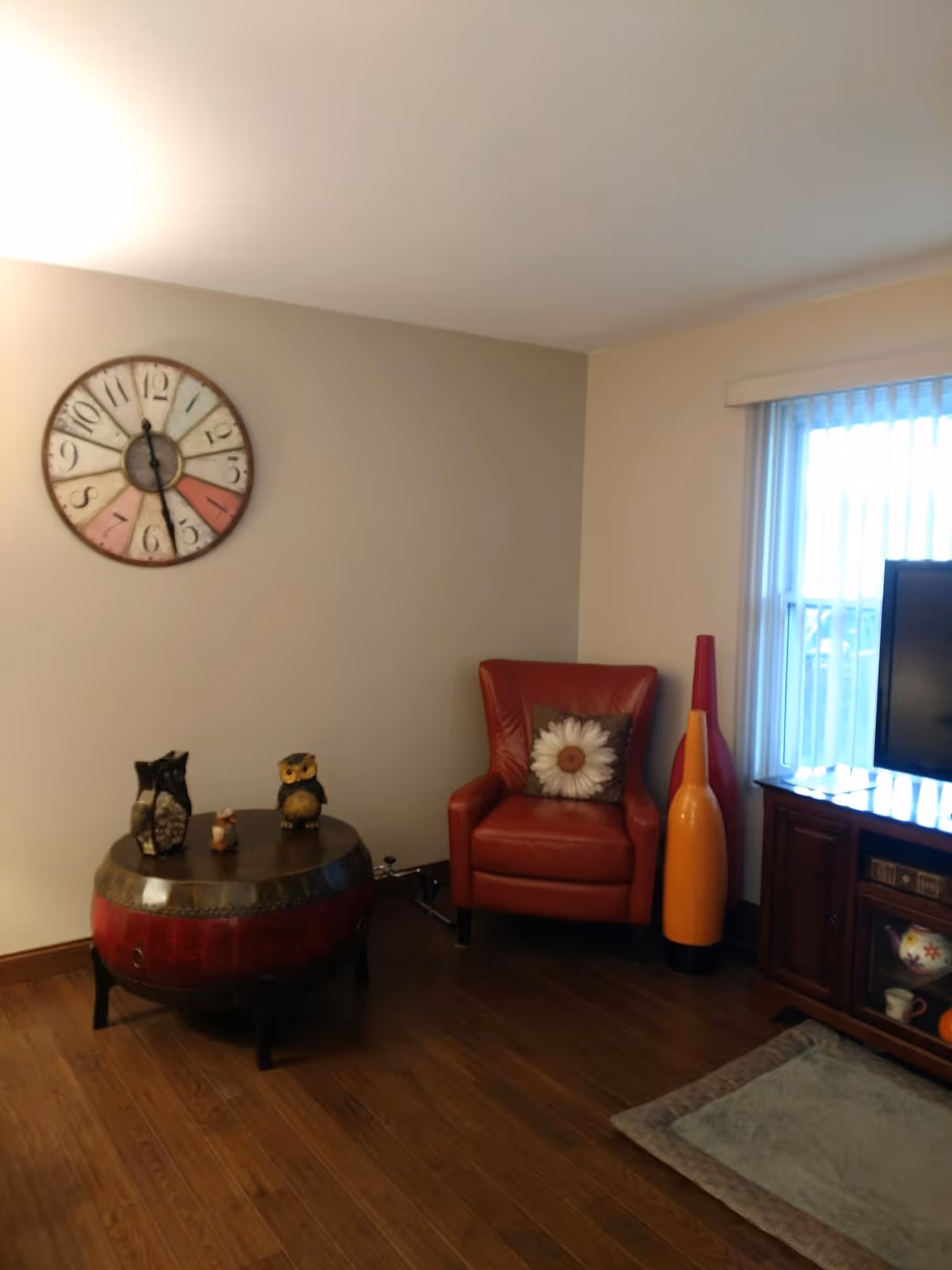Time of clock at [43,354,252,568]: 11:27
